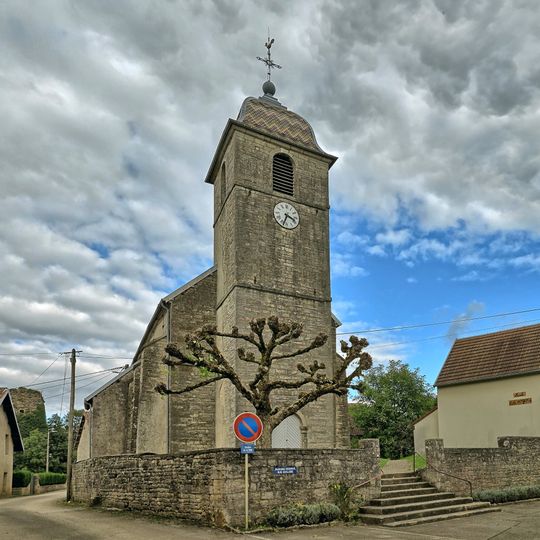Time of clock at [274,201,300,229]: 3:33
